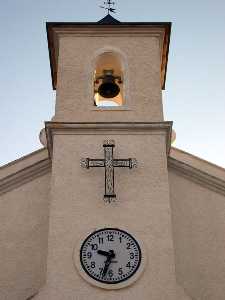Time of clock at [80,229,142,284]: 9:33
